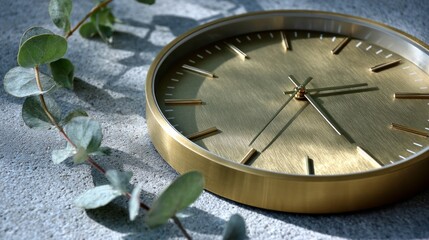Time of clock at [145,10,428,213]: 2:25
